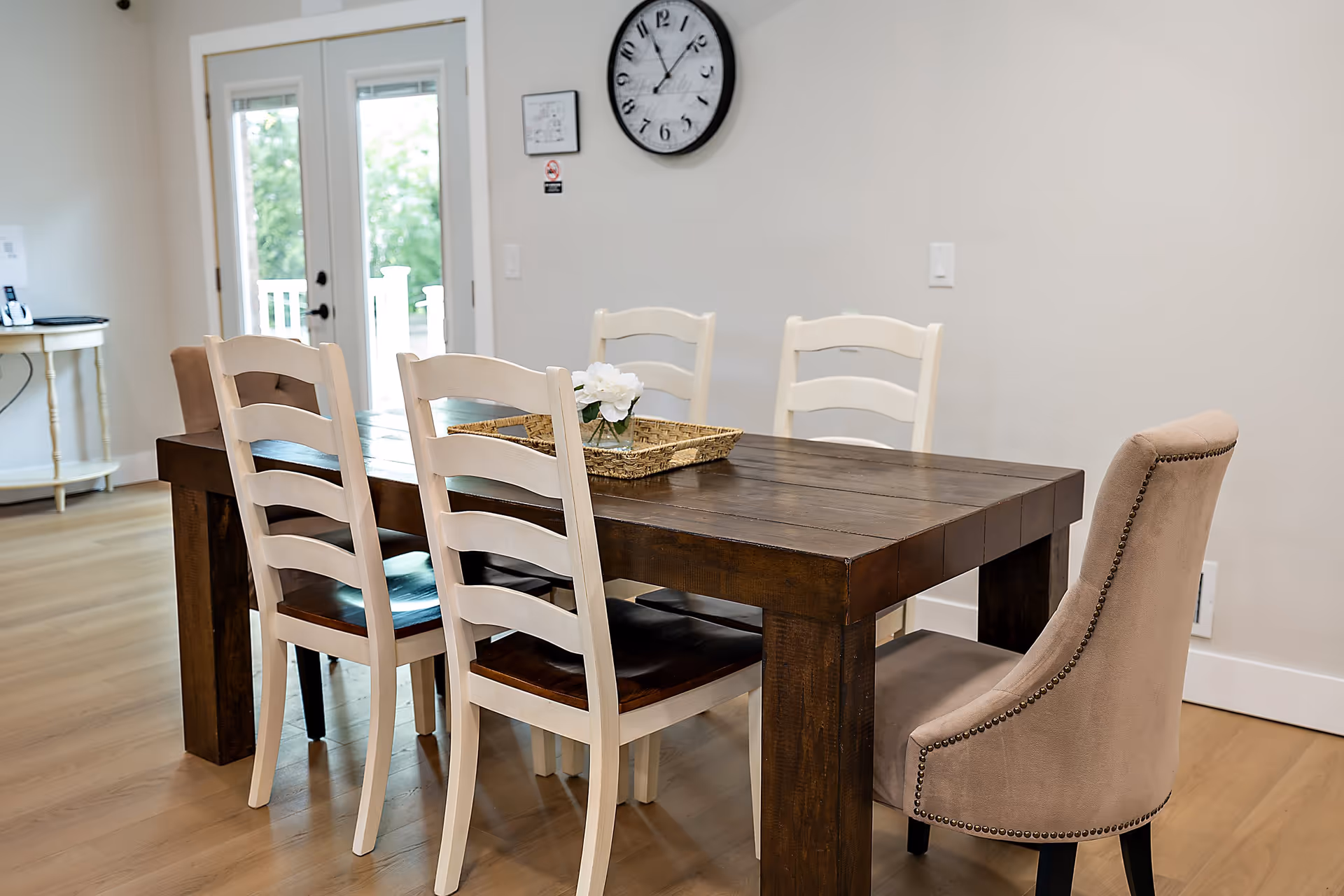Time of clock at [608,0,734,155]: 11:08
